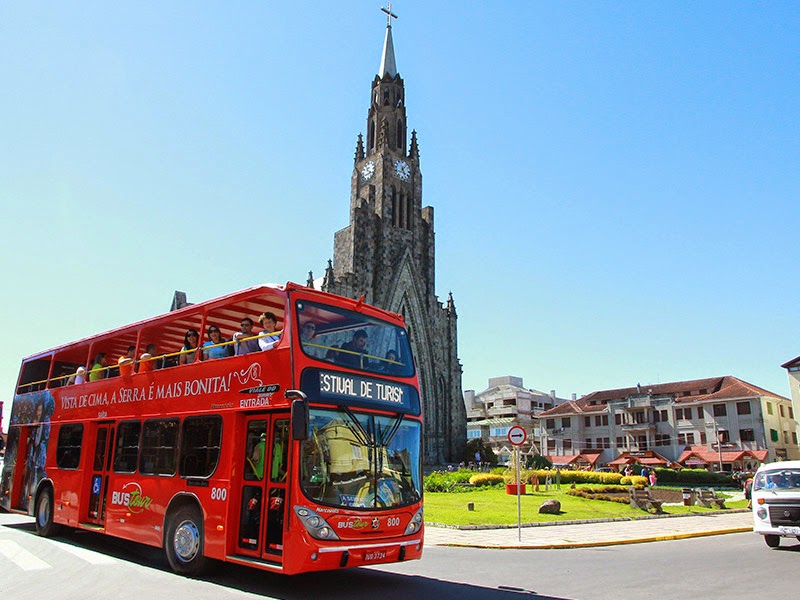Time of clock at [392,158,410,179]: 5:06
